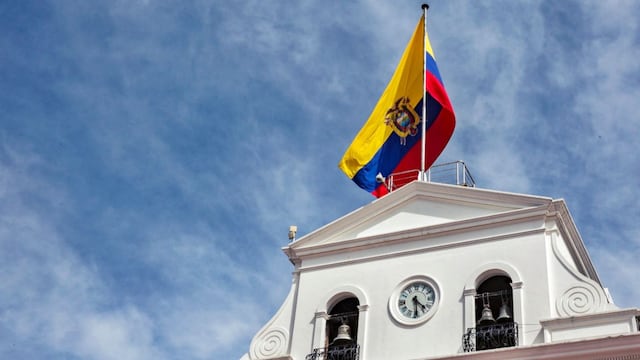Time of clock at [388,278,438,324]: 4:29
